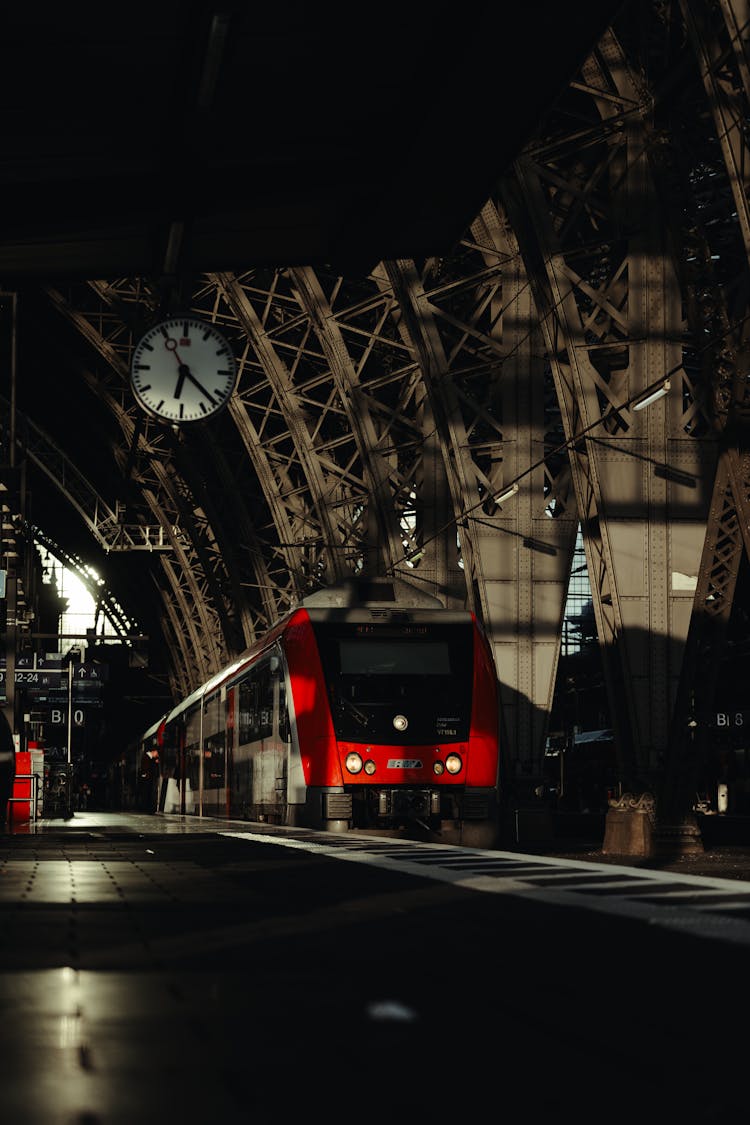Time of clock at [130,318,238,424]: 6:22
